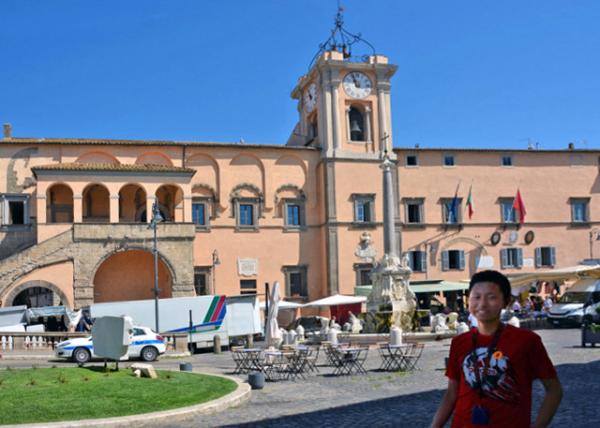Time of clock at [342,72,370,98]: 10:56
